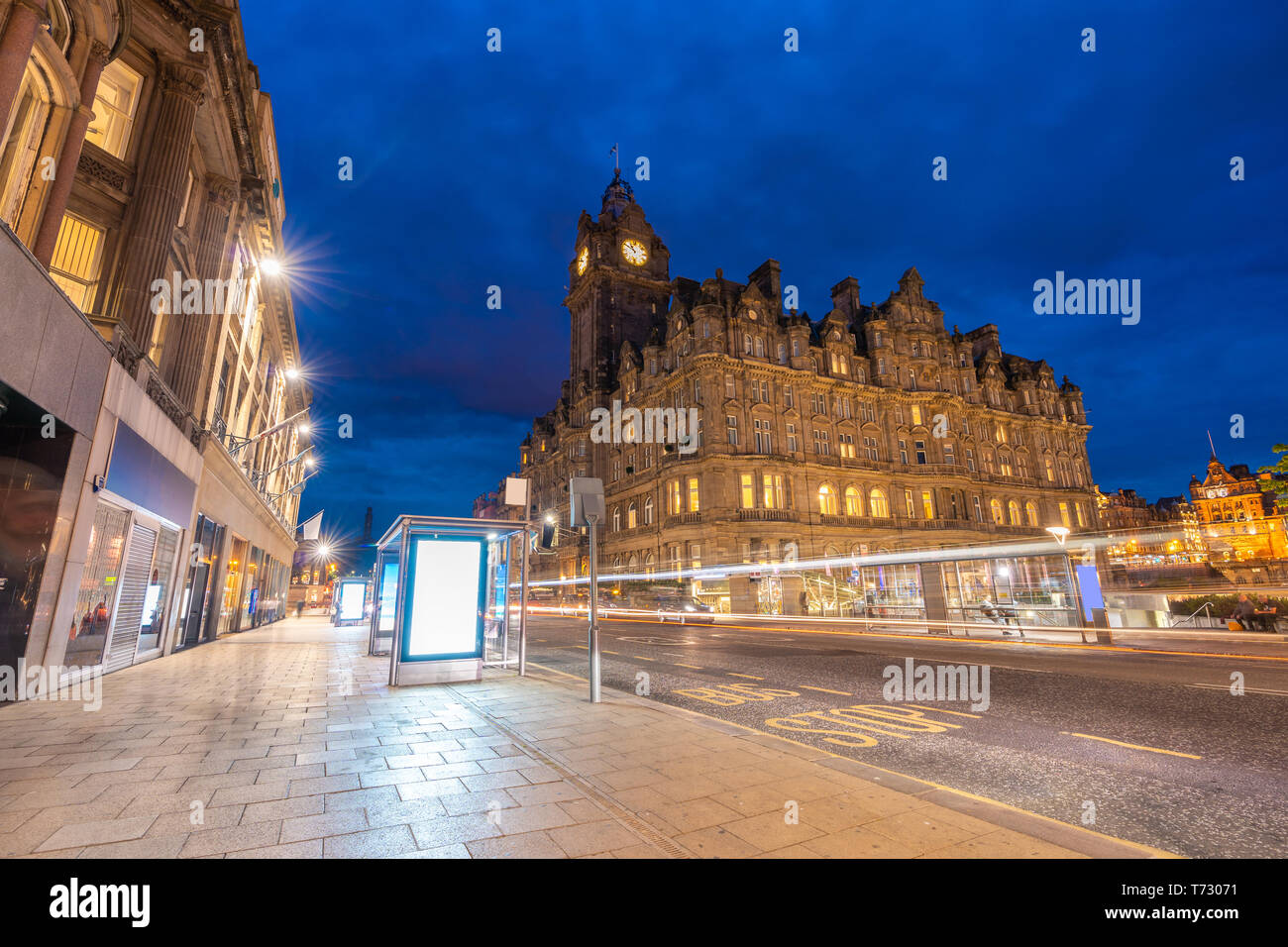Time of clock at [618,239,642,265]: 10:50
